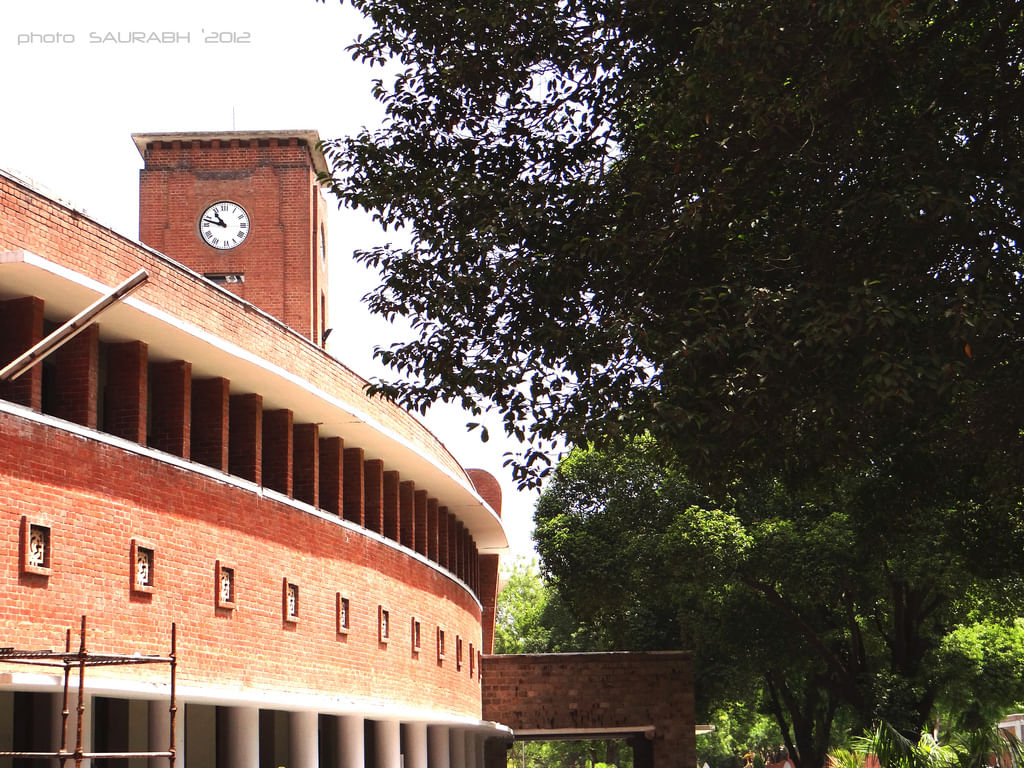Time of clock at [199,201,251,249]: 10:47
